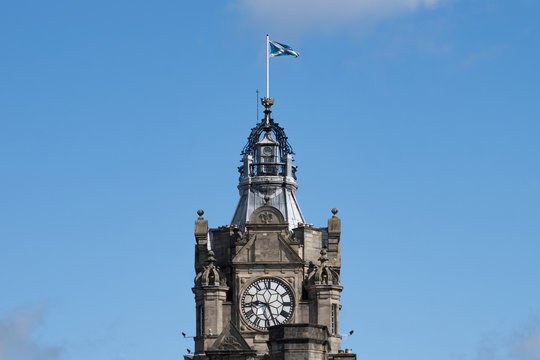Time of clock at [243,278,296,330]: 9:26
